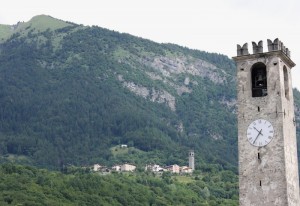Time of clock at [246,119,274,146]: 10:35
